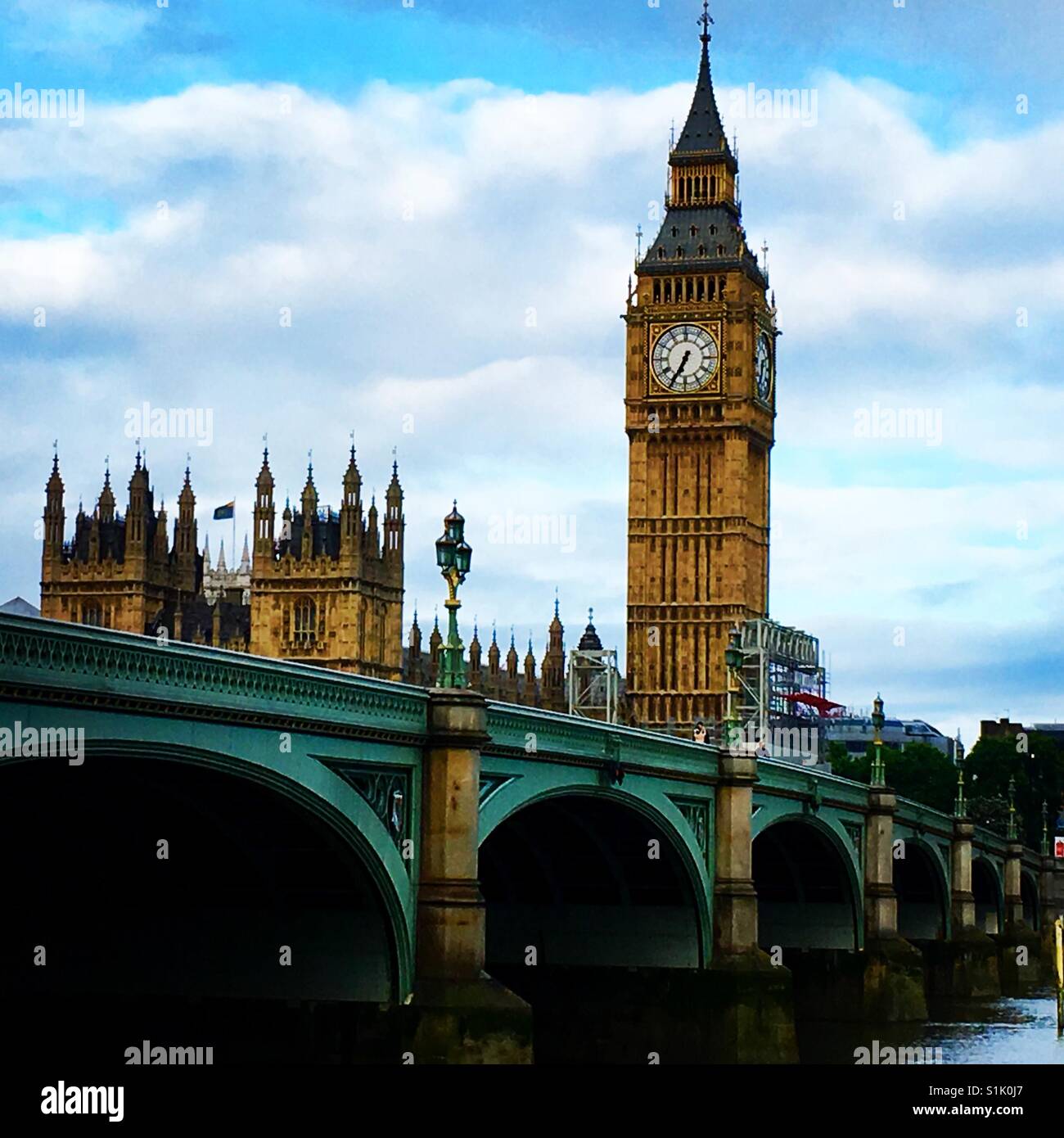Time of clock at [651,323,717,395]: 6:34
